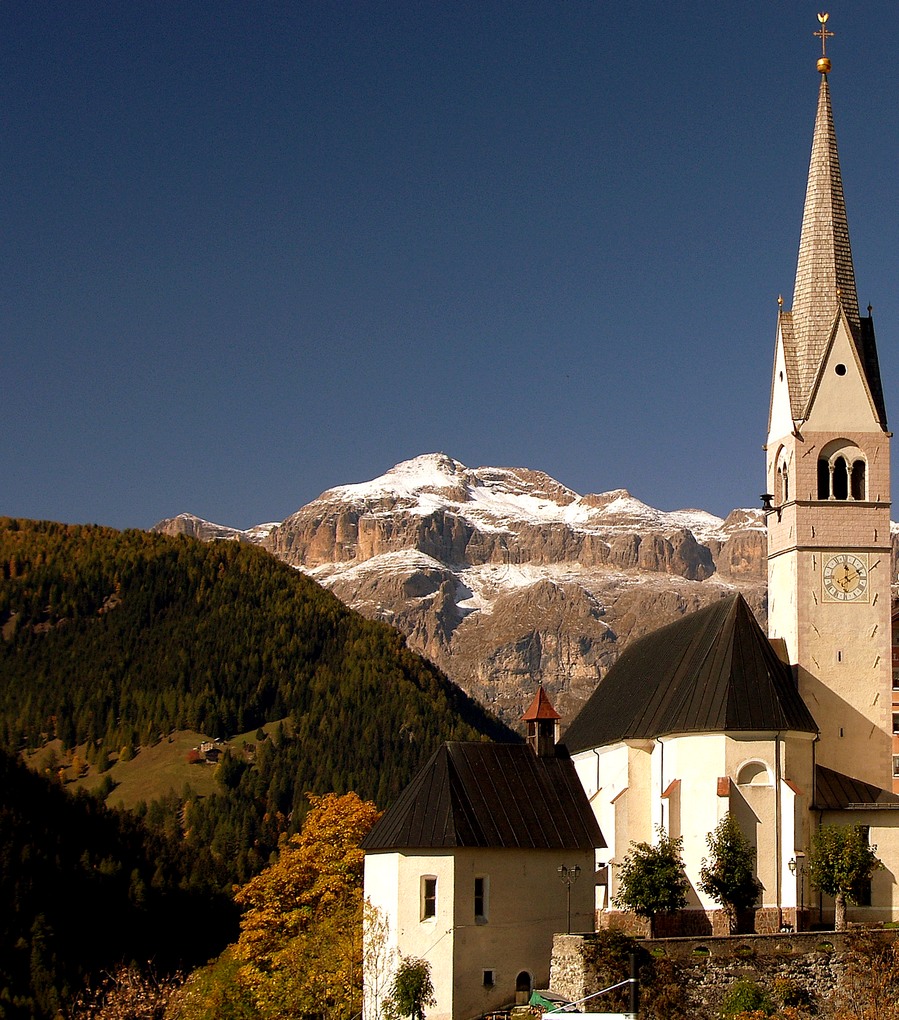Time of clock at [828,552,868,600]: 12:09
